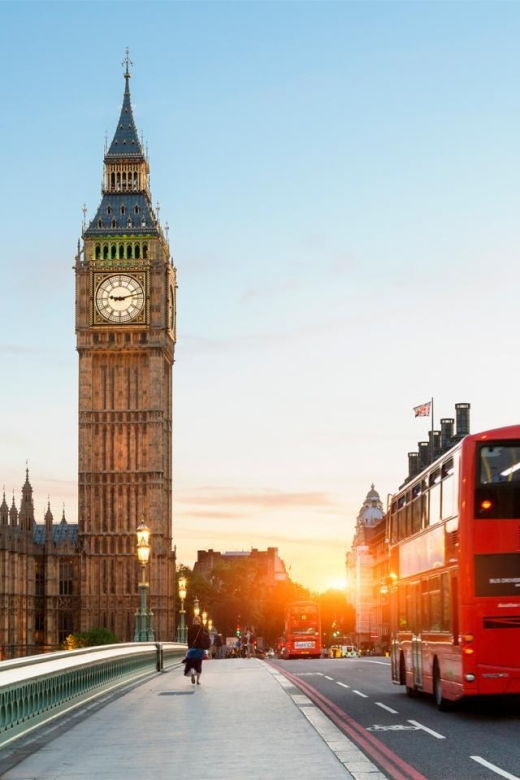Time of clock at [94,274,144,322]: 9:12
